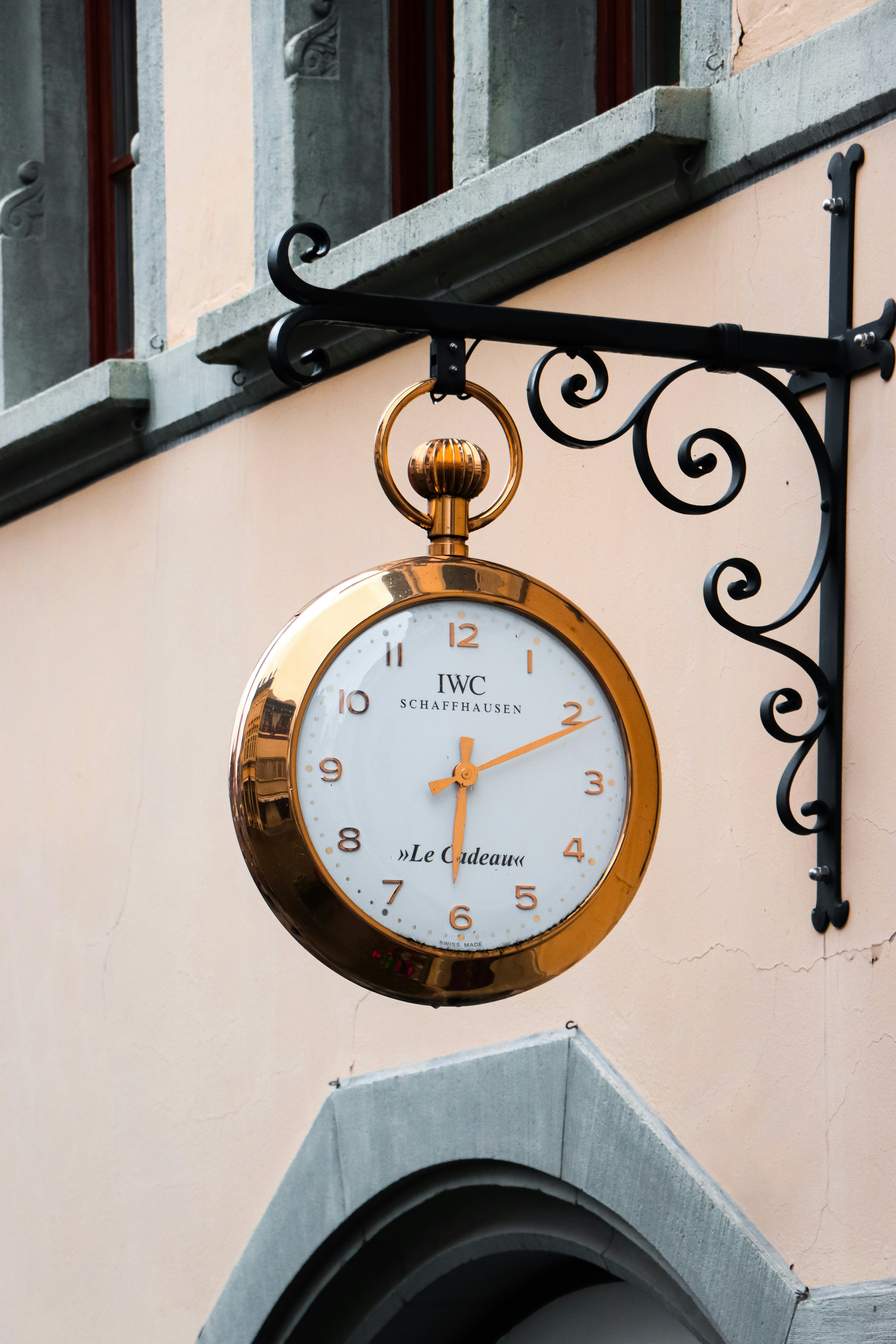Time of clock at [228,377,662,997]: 6:10
